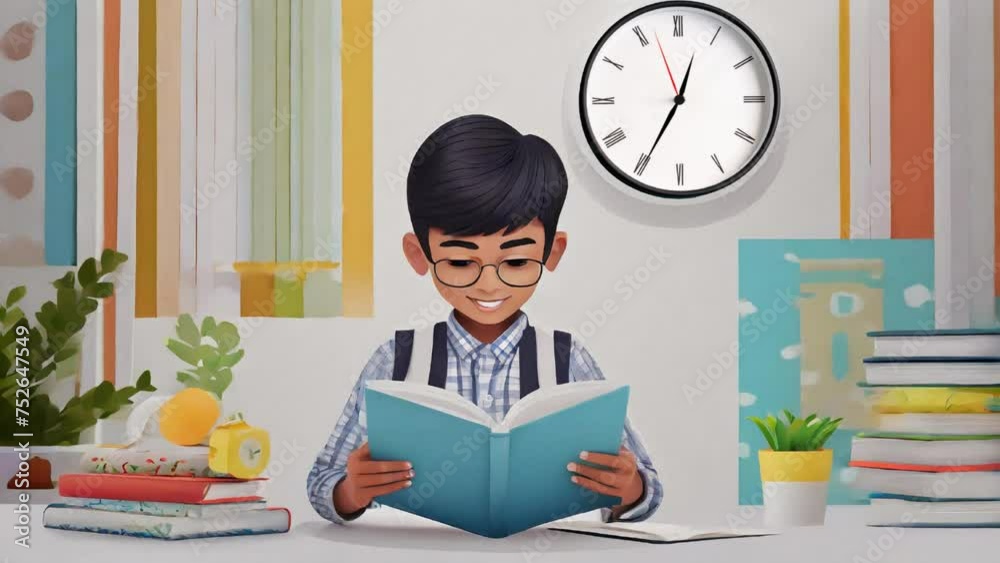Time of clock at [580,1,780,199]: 12:34
